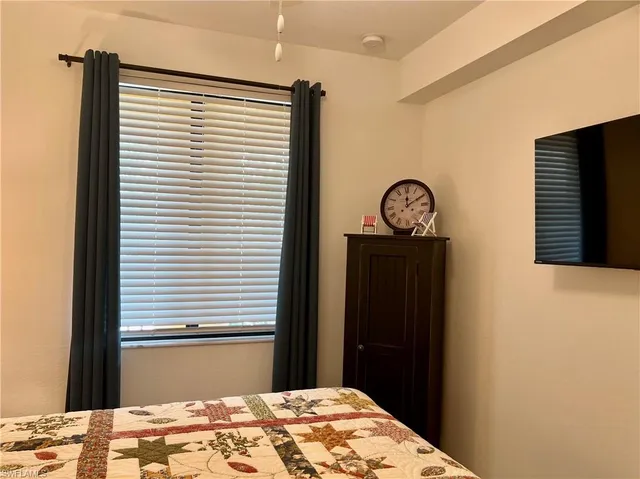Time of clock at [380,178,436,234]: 12:09
